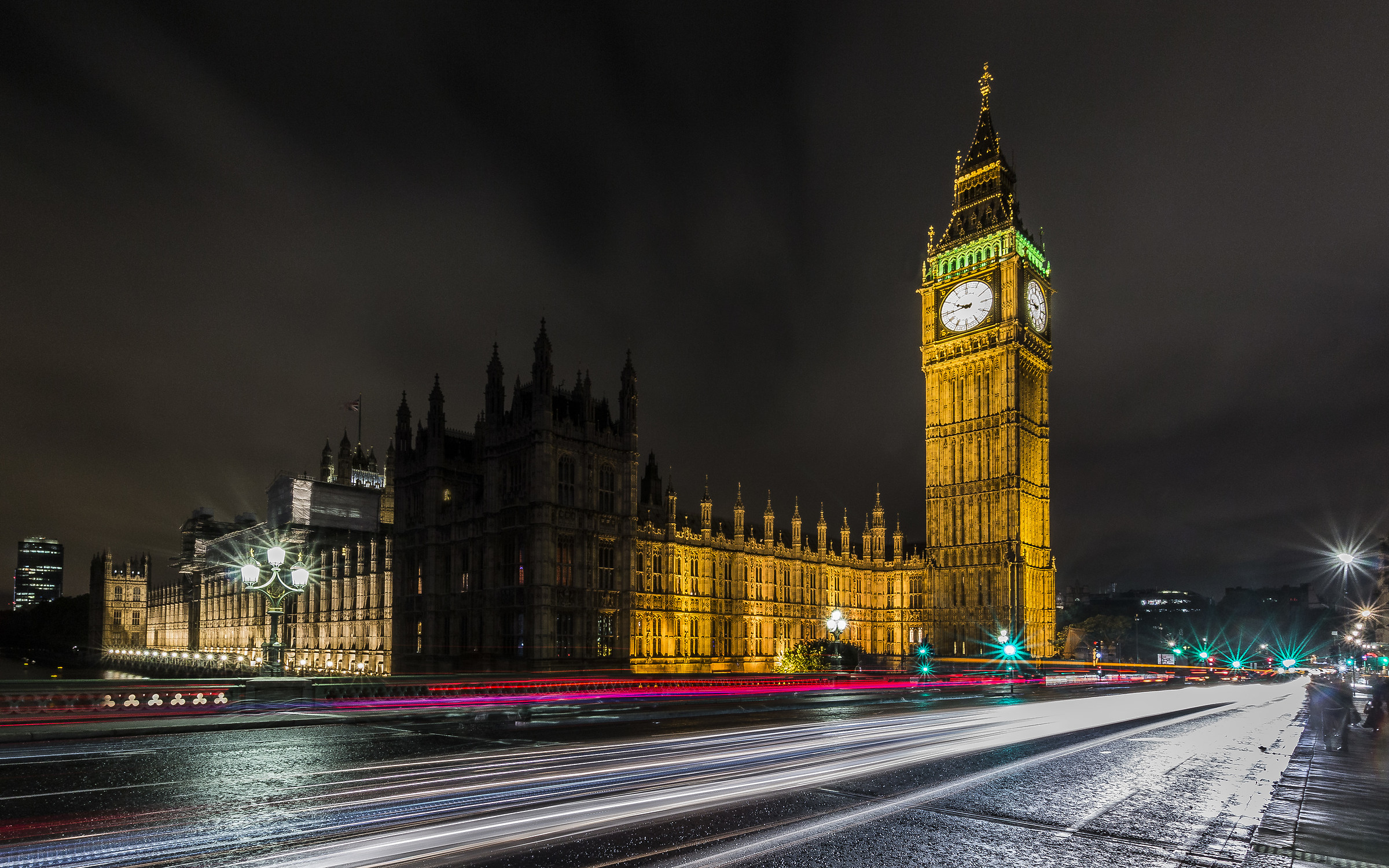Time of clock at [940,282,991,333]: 9:43
